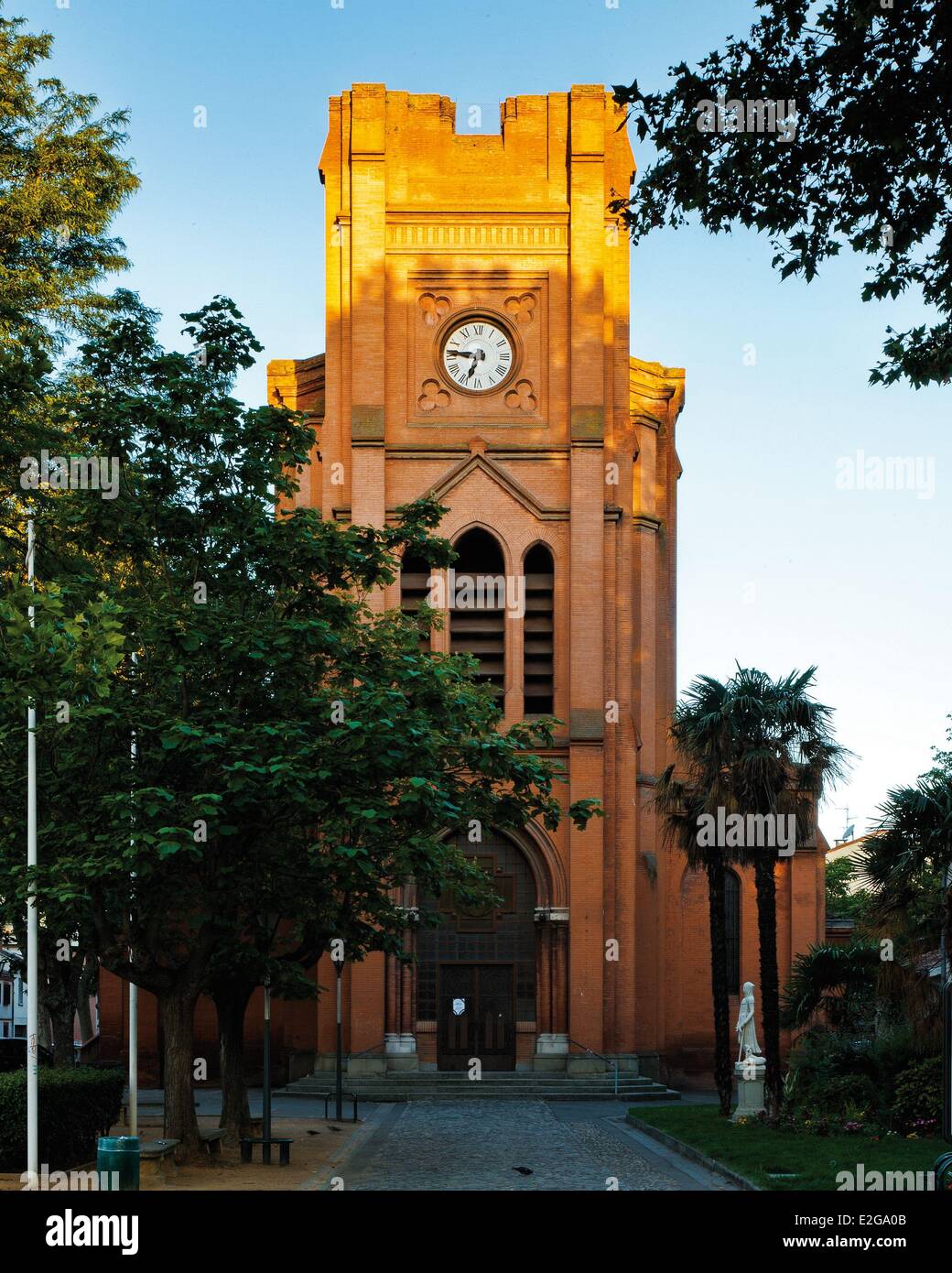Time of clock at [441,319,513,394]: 6:46
